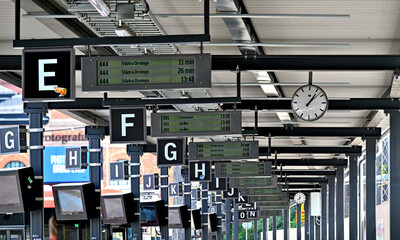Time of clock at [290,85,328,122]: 1:07
